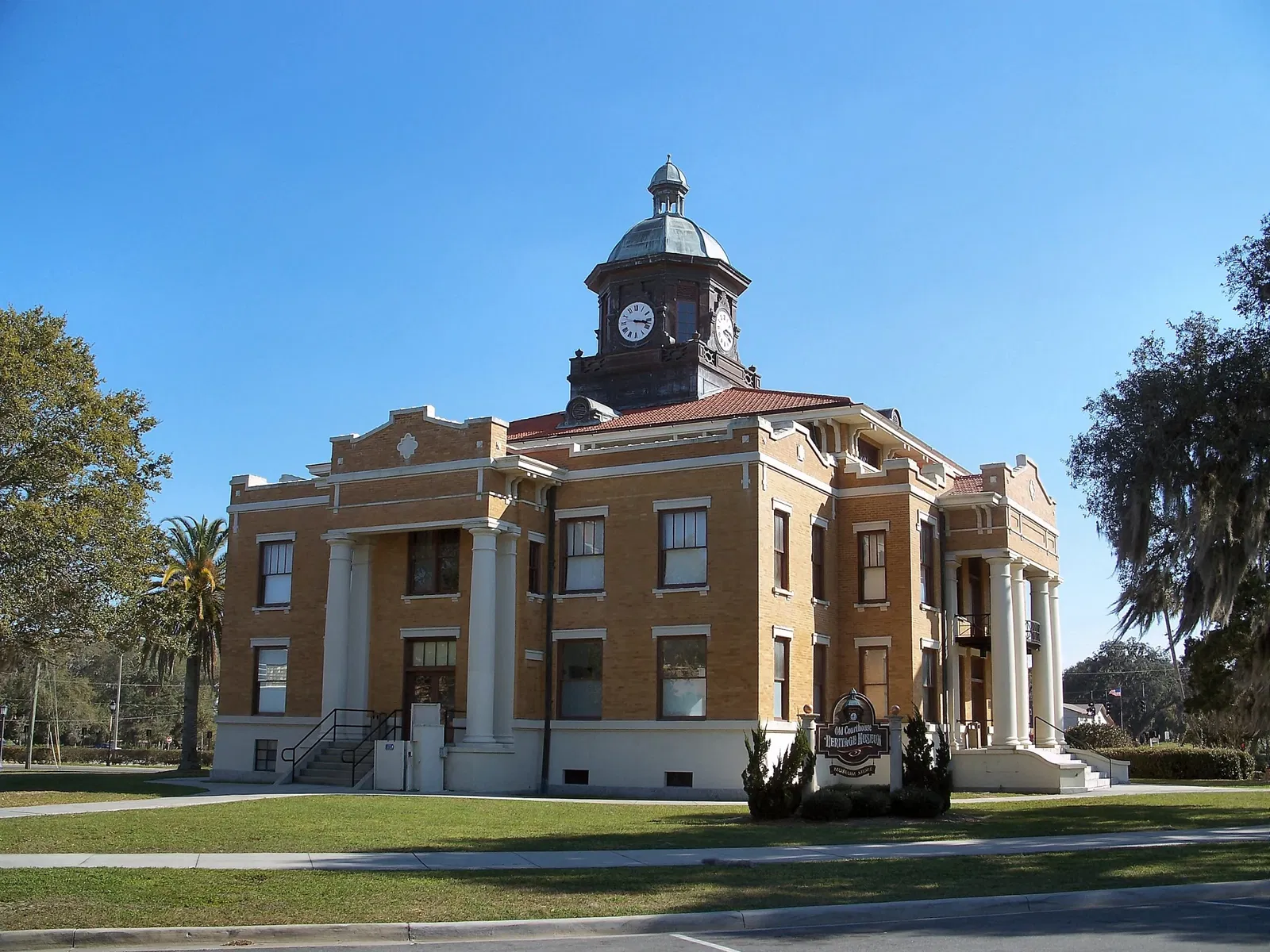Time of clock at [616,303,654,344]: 3:17
